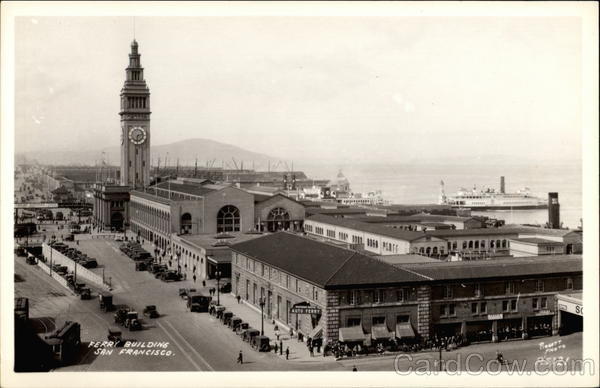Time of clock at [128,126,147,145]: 6:13
